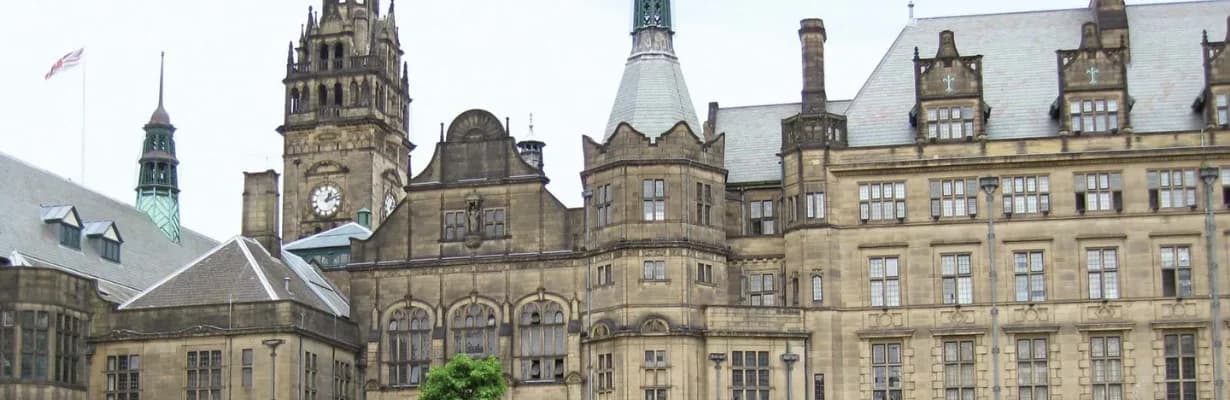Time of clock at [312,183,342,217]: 1:12
